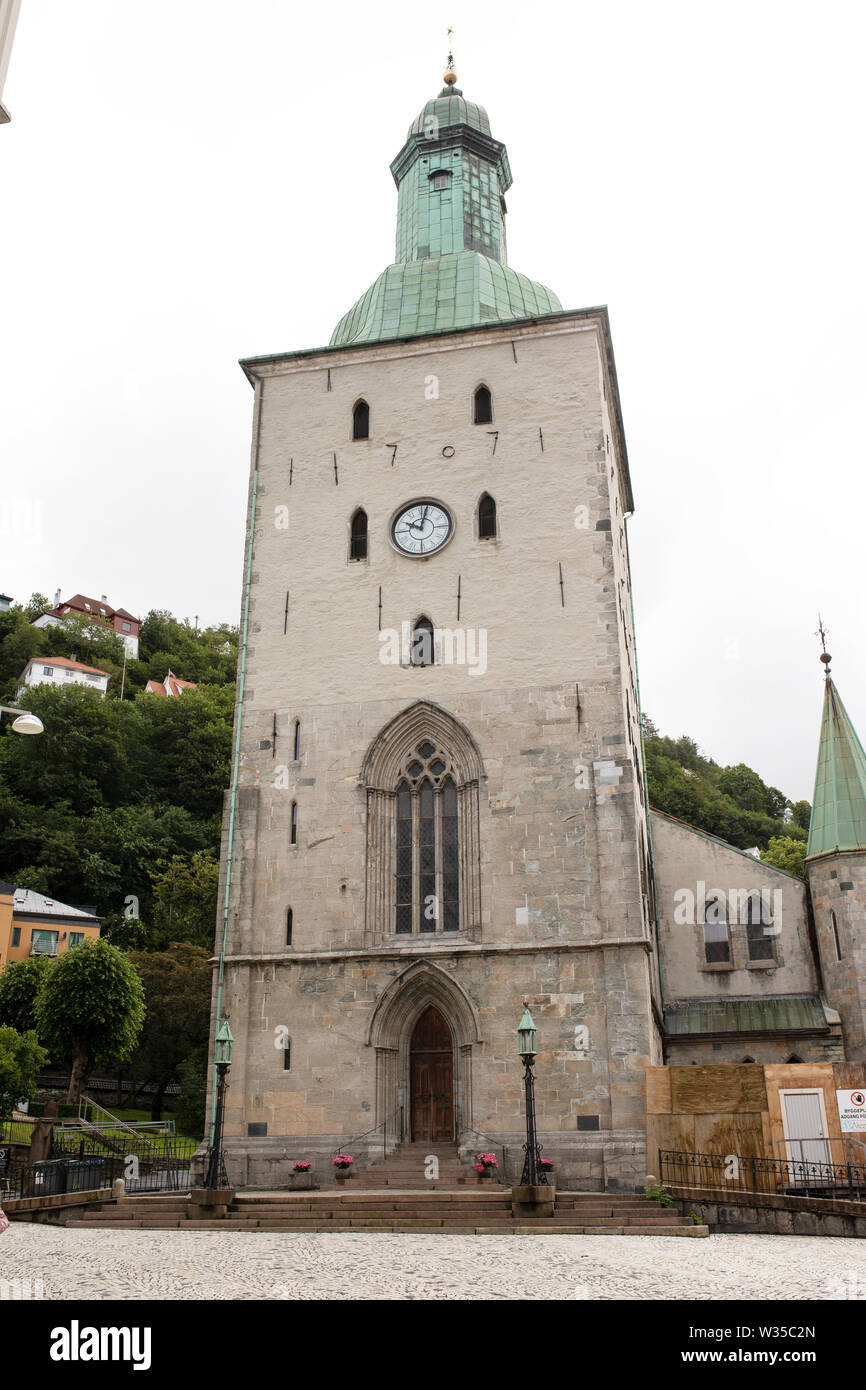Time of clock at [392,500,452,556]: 10:02
